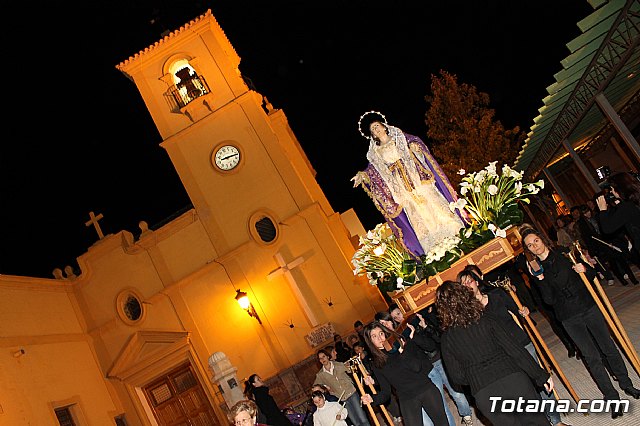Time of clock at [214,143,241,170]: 8:12
